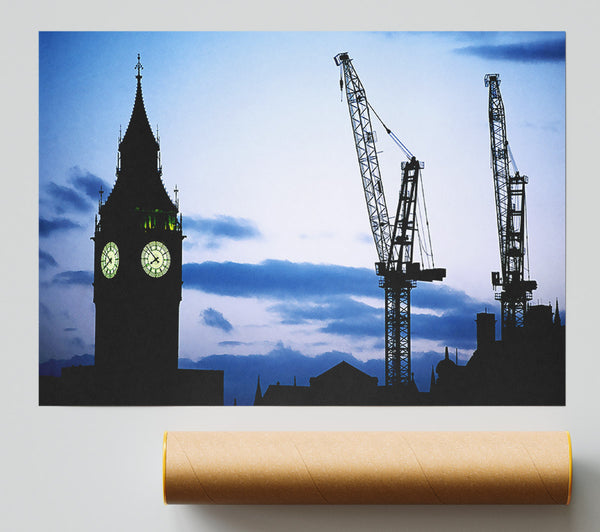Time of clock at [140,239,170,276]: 7:52
